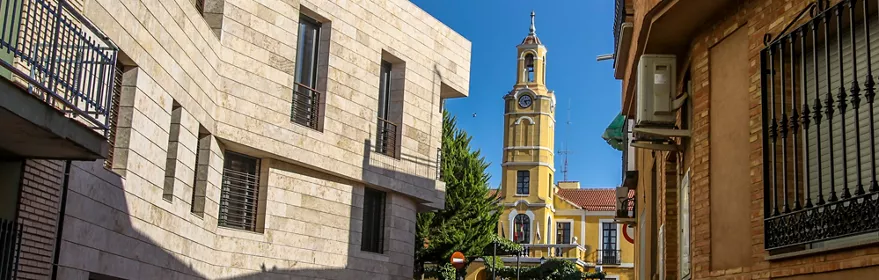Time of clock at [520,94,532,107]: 5:12
